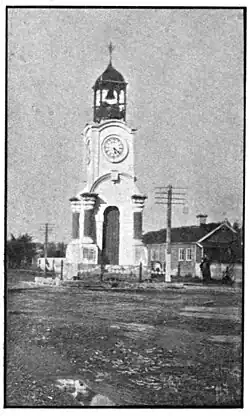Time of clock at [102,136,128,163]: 5:21
